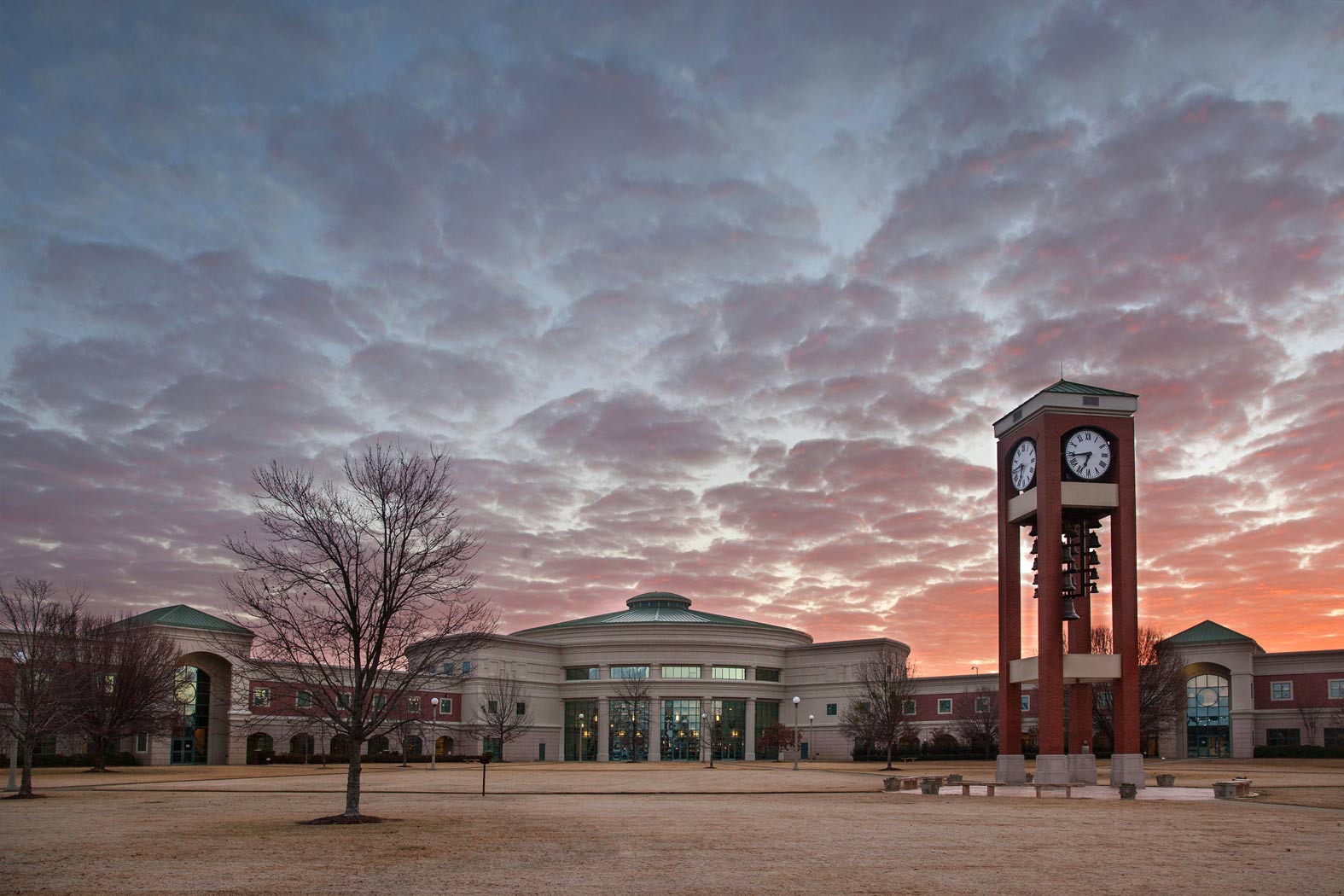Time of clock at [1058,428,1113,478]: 6:43
